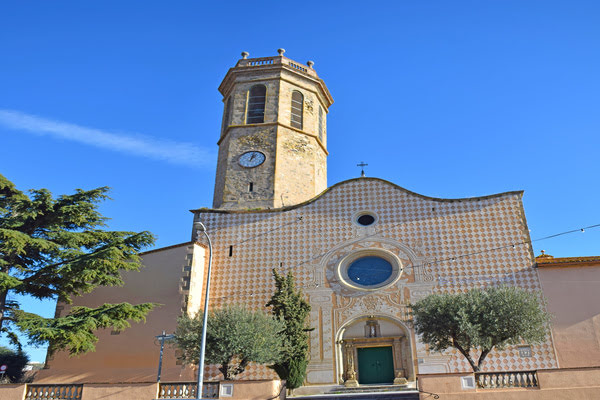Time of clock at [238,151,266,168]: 1:02
